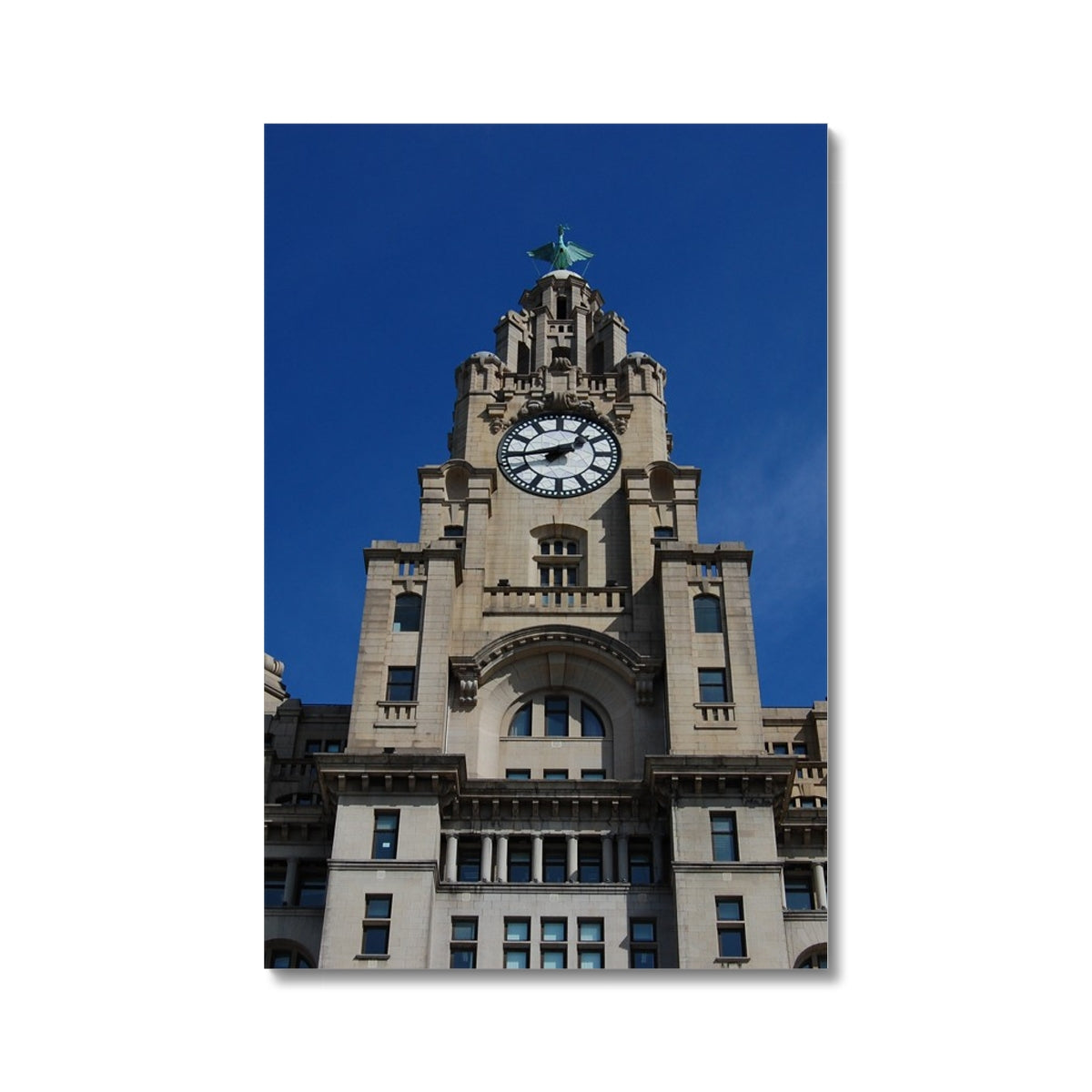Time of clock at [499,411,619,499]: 1:43
